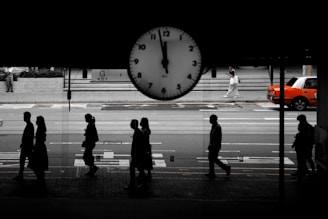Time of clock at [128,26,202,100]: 11:57
